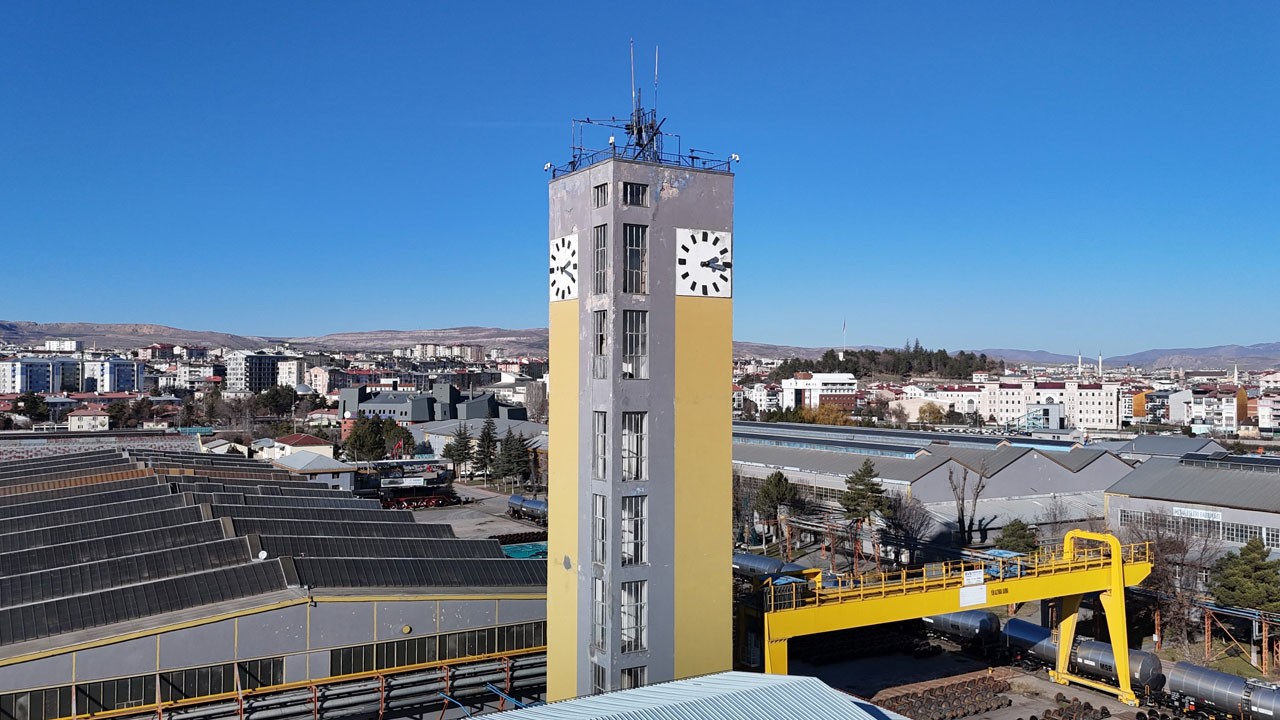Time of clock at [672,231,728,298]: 2:16
